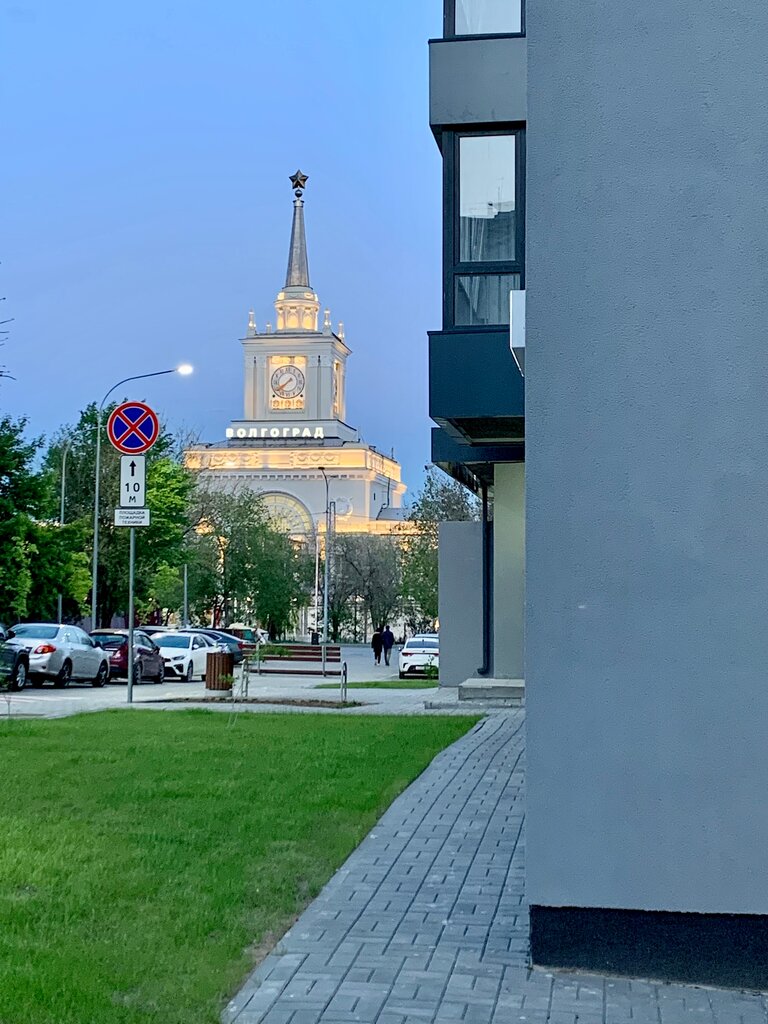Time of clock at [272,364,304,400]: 7:39
